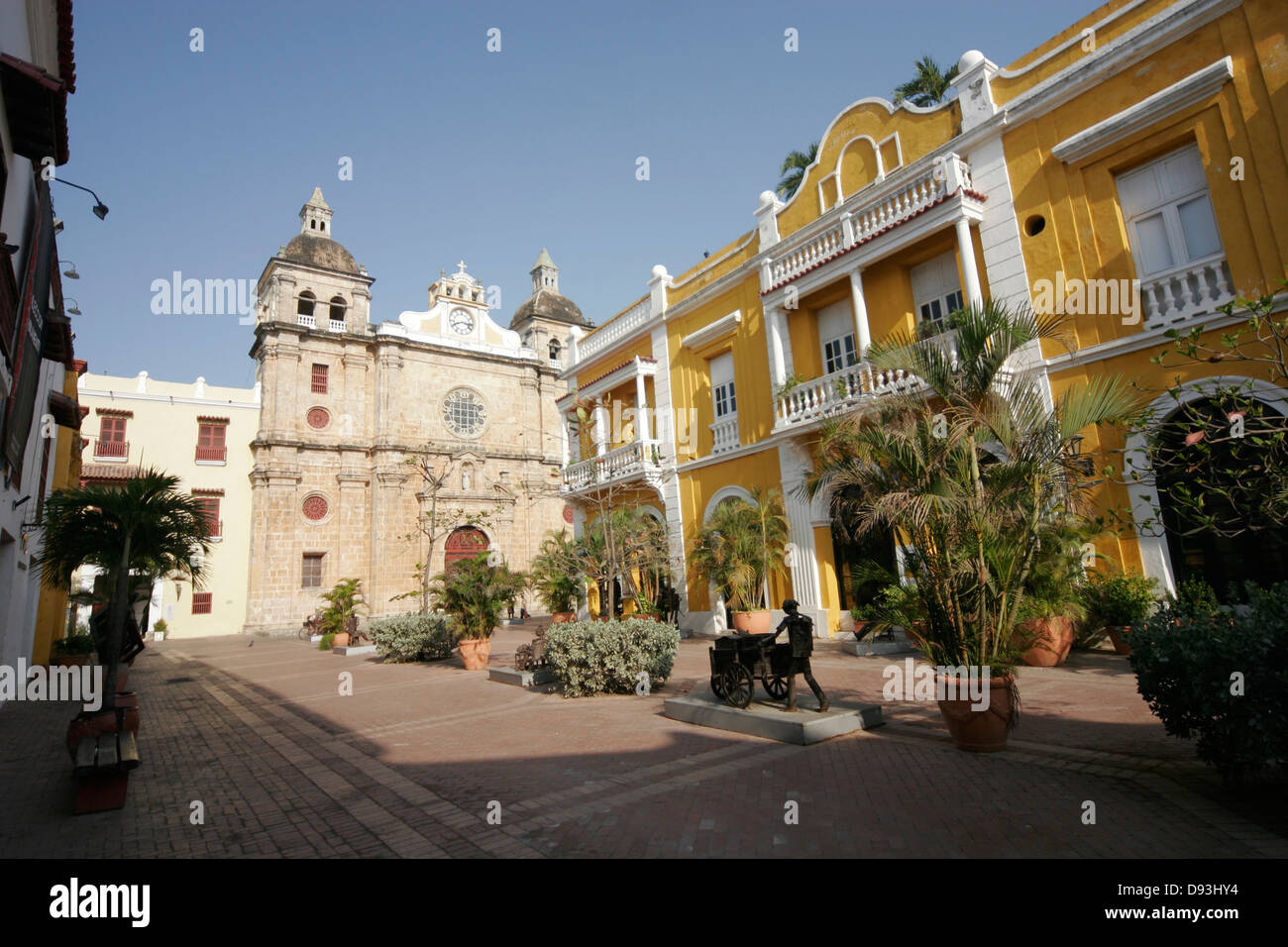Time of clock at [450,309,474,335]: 8:16
